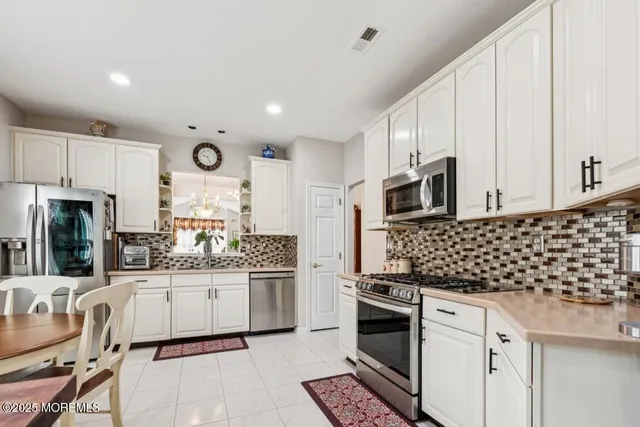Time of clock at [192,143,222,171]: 9:26
